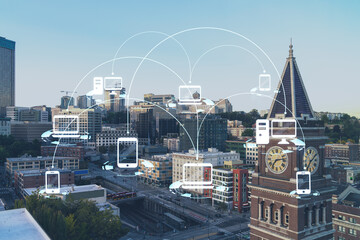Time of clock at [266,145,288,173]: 7:13
